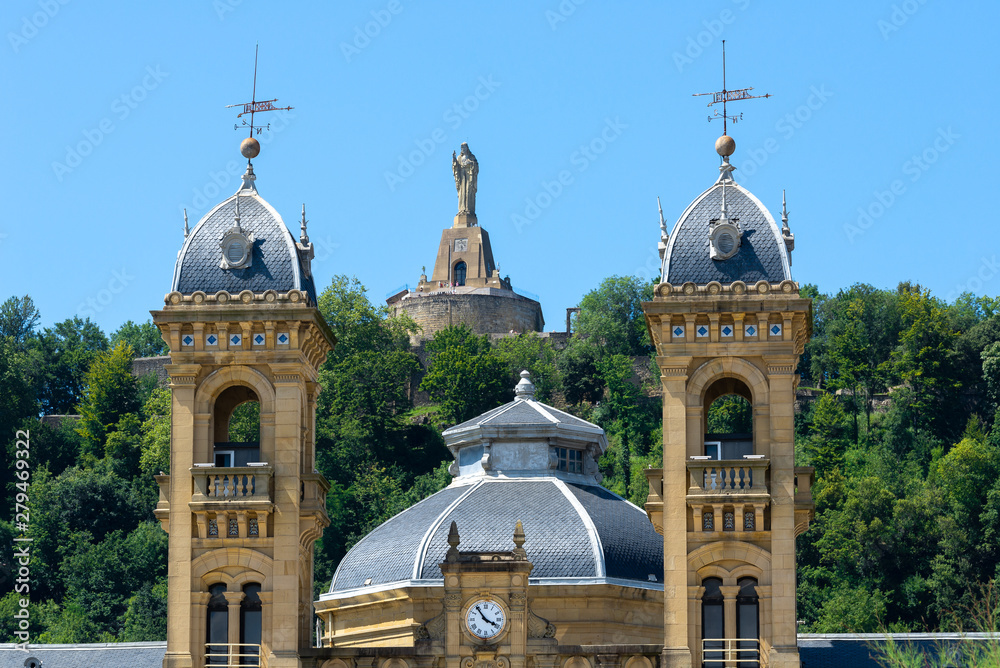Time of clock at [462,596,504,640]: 3:53
